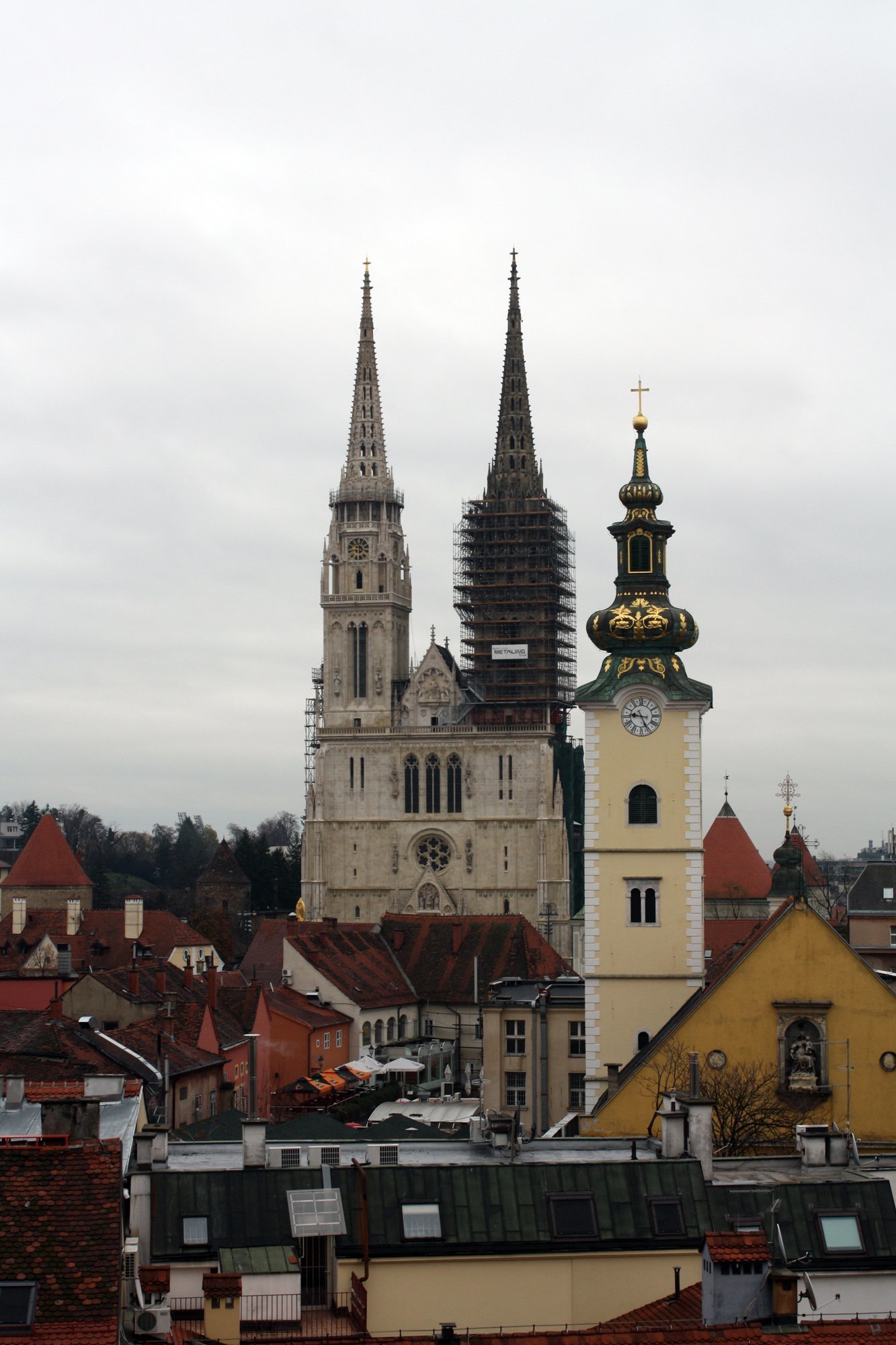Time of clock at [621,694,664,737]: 9:25
